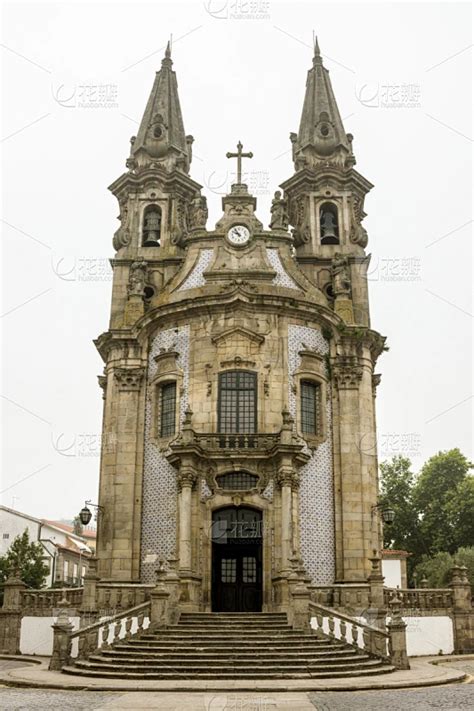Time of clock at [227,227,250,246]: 9:54
